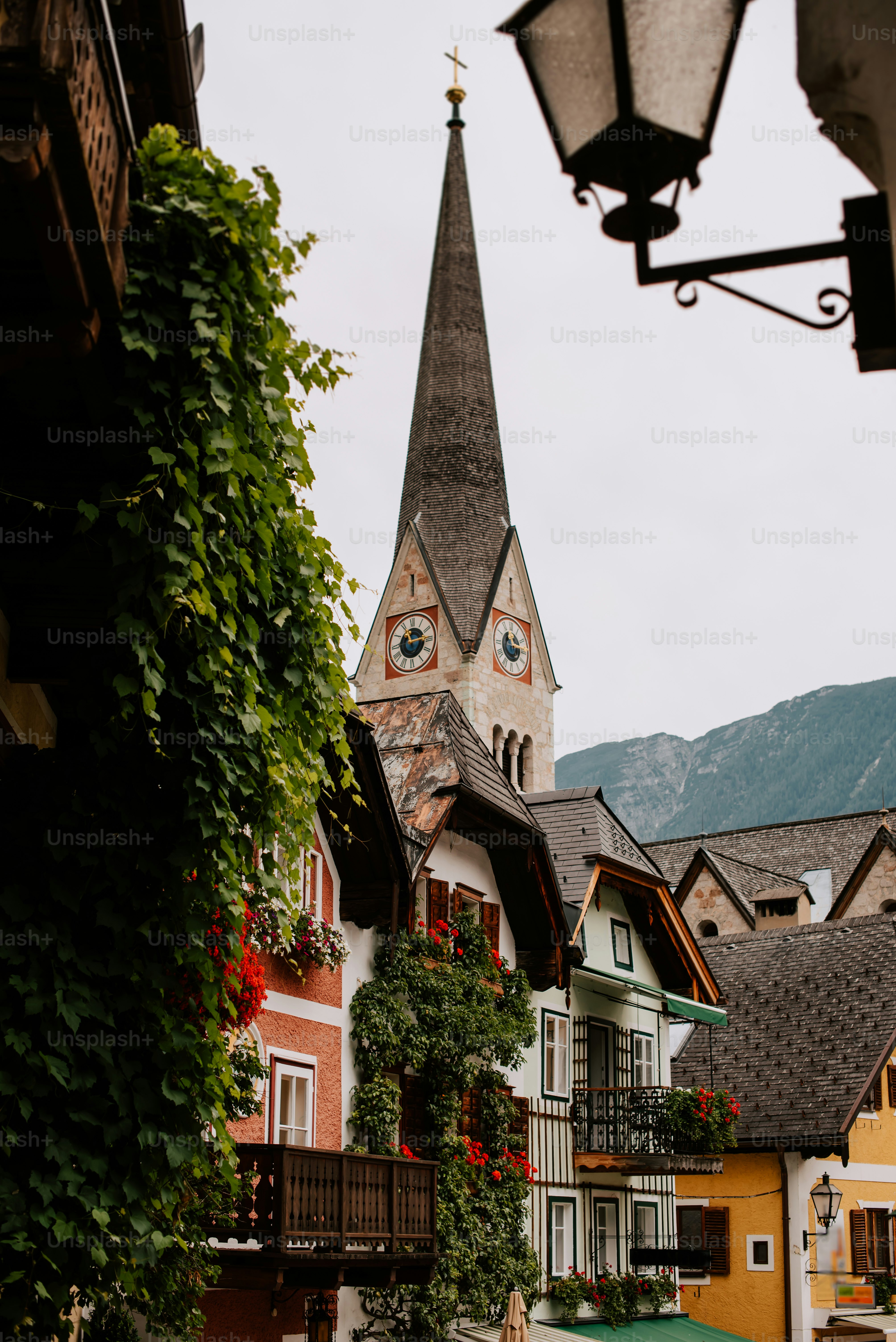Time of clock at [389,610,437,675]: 11:13
